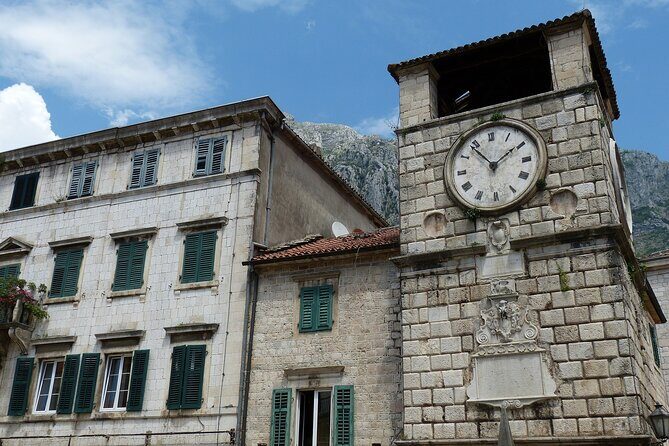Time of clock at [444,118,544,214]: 1:53
